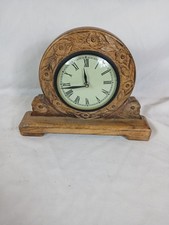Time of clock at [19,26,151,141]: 11:42
